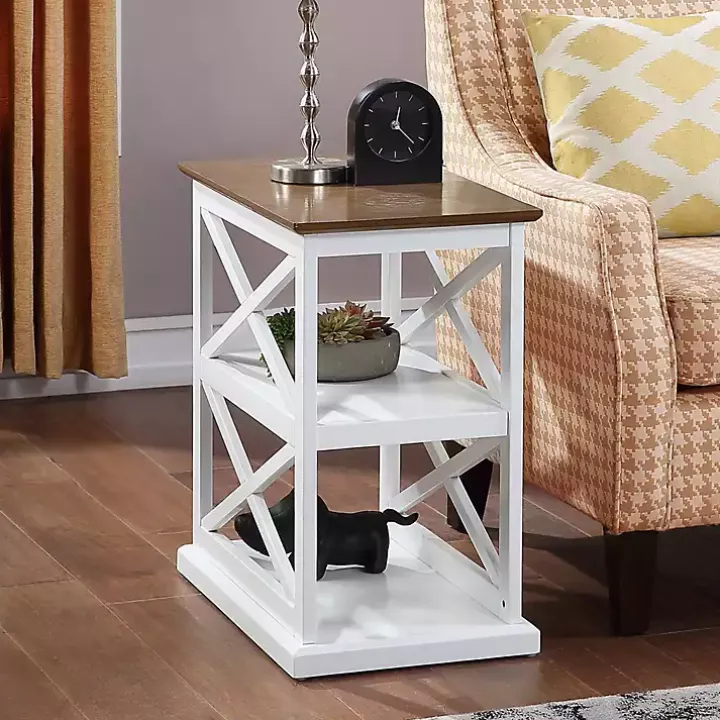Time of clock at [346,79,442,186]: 12:22
